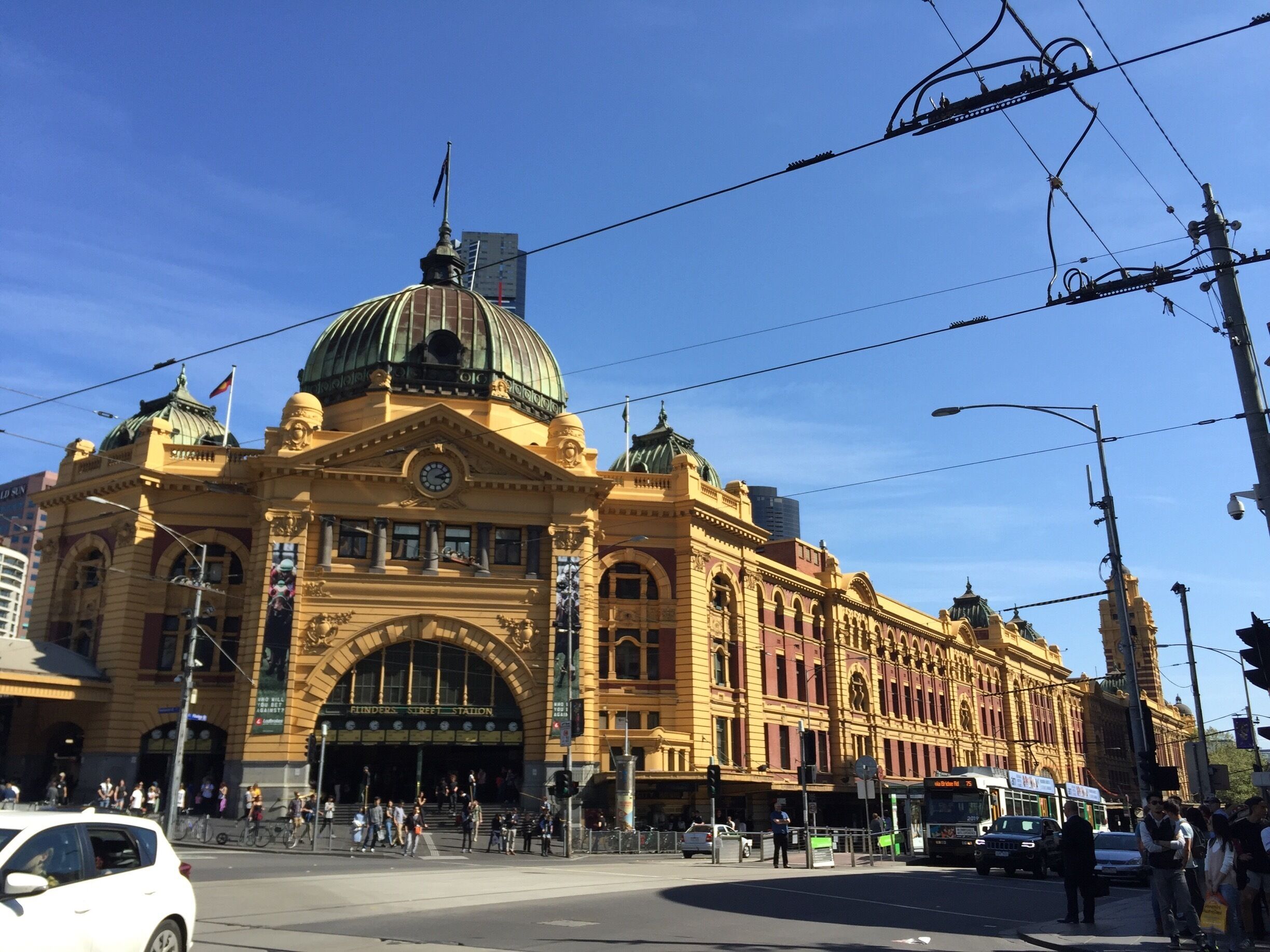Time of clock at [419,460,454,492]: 3:10
